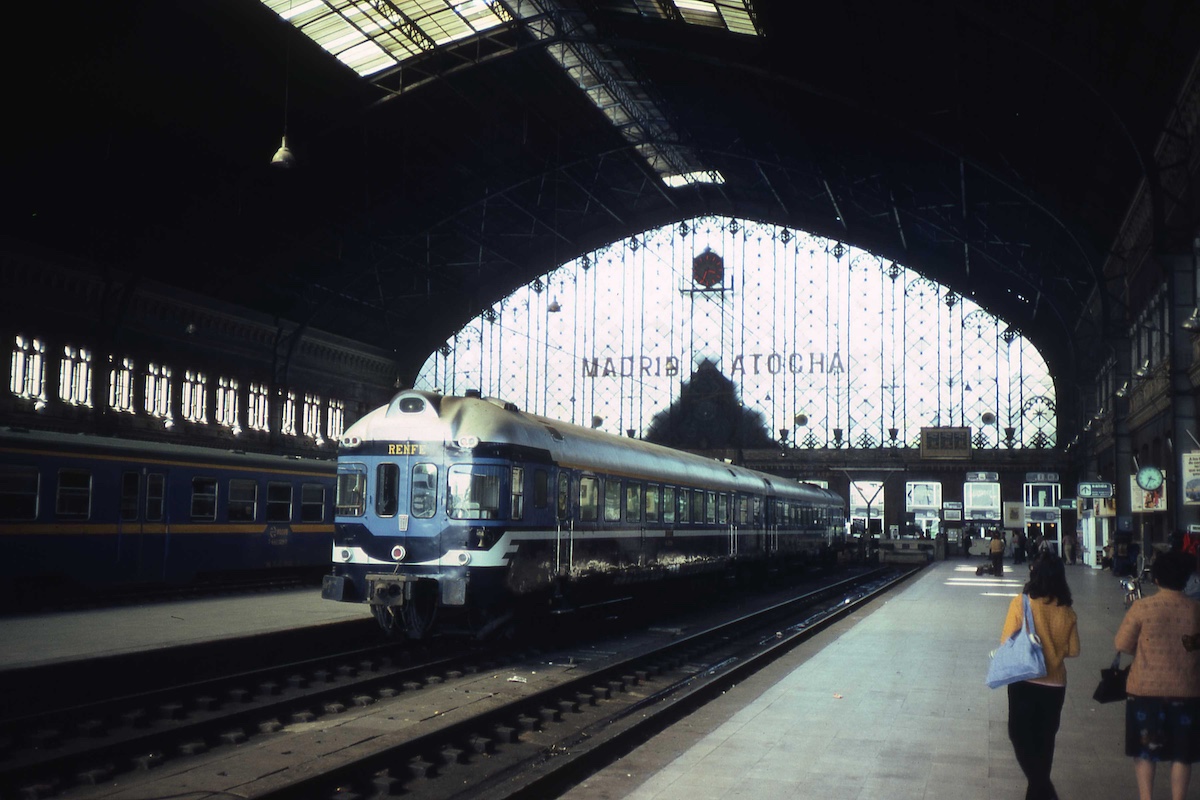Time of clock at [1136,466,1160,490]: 3:34
